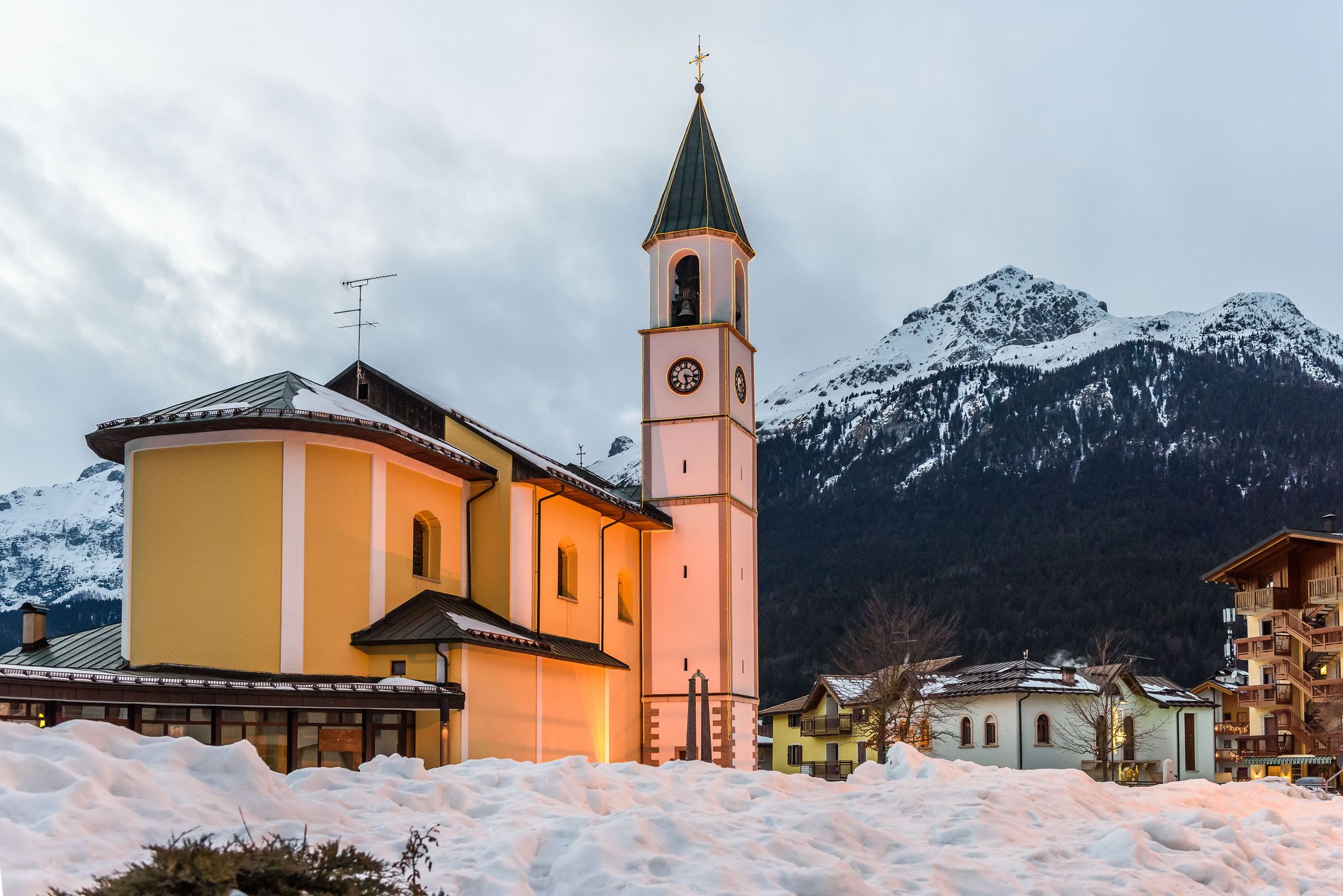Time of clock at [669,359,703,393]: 3:28
